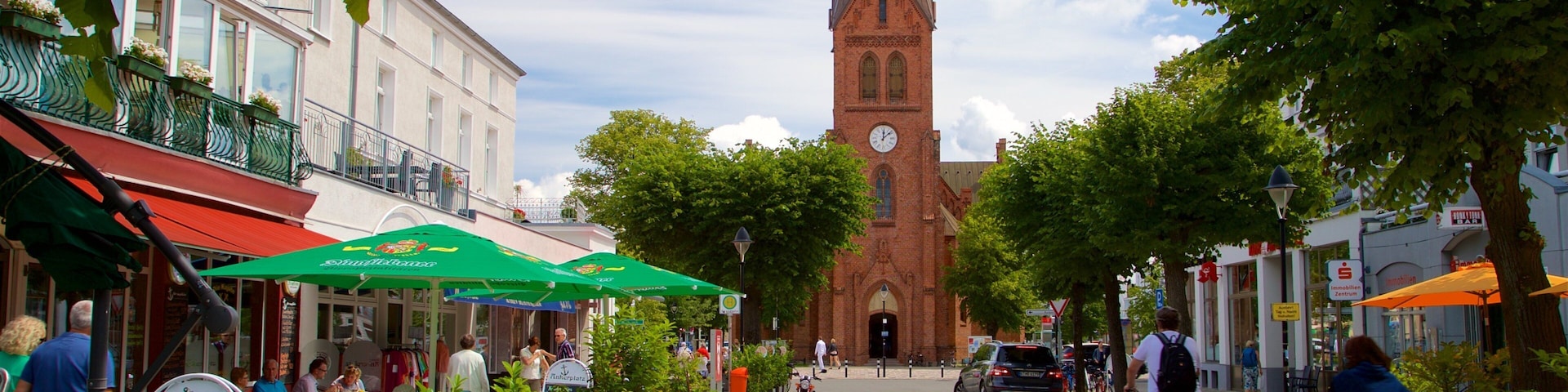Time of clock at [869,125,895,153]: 12:08
